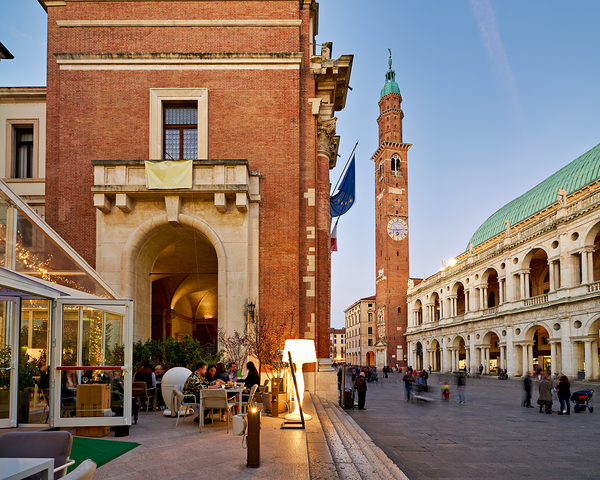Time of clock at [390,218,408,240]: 6:14
